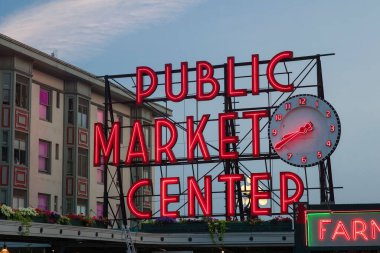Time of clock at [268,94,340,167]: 8:40
